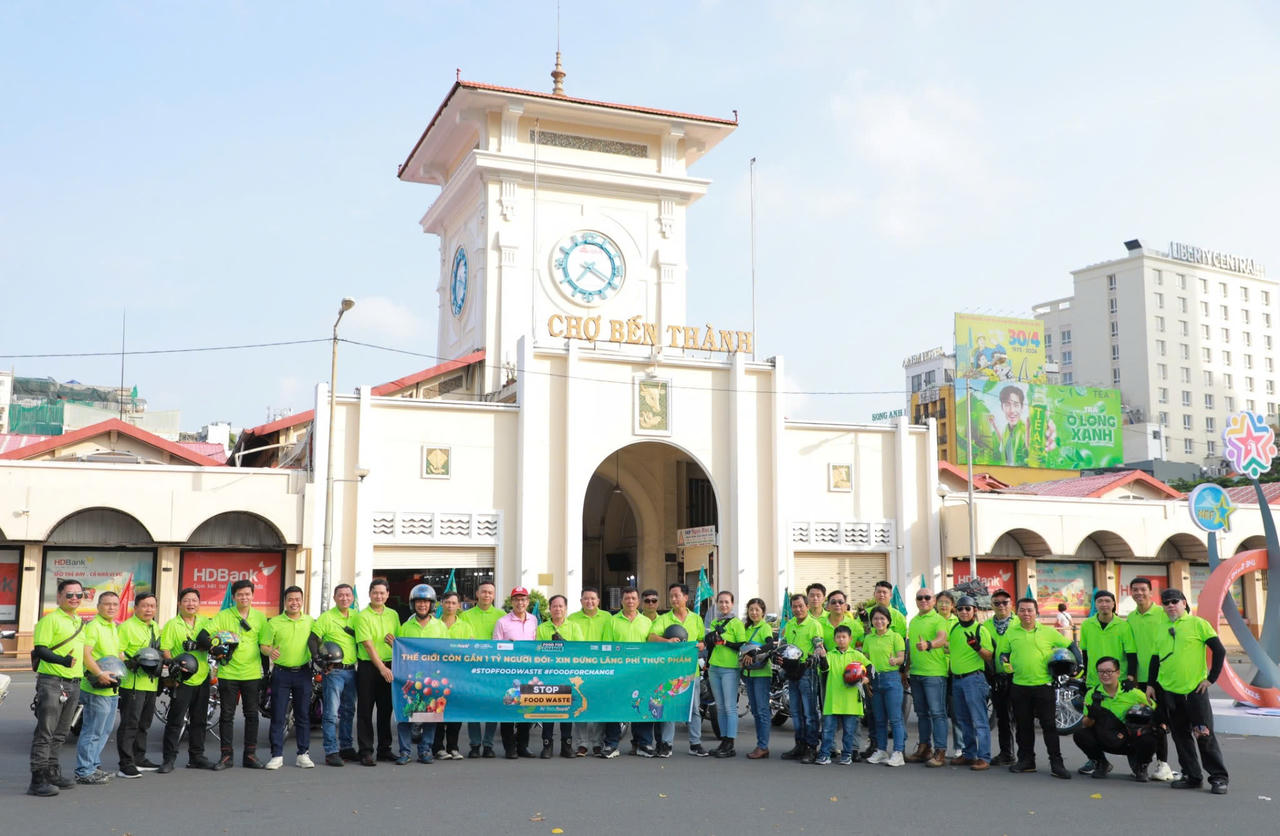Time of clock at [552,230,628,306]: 7:19
